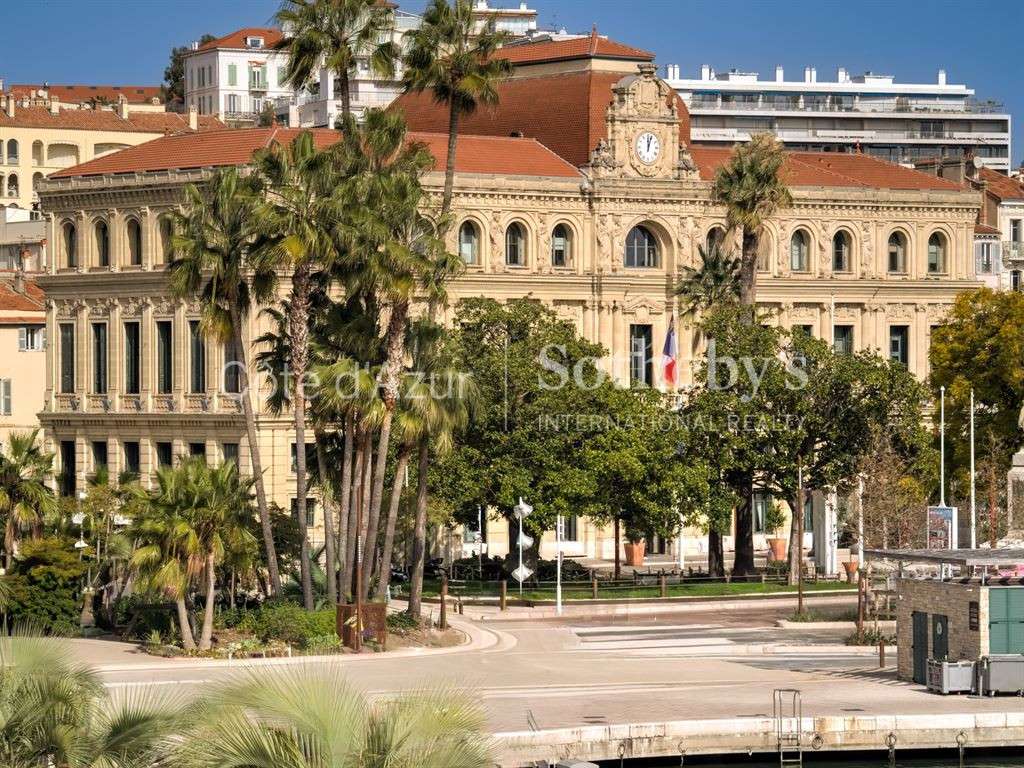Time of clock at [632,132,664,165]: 12:03
